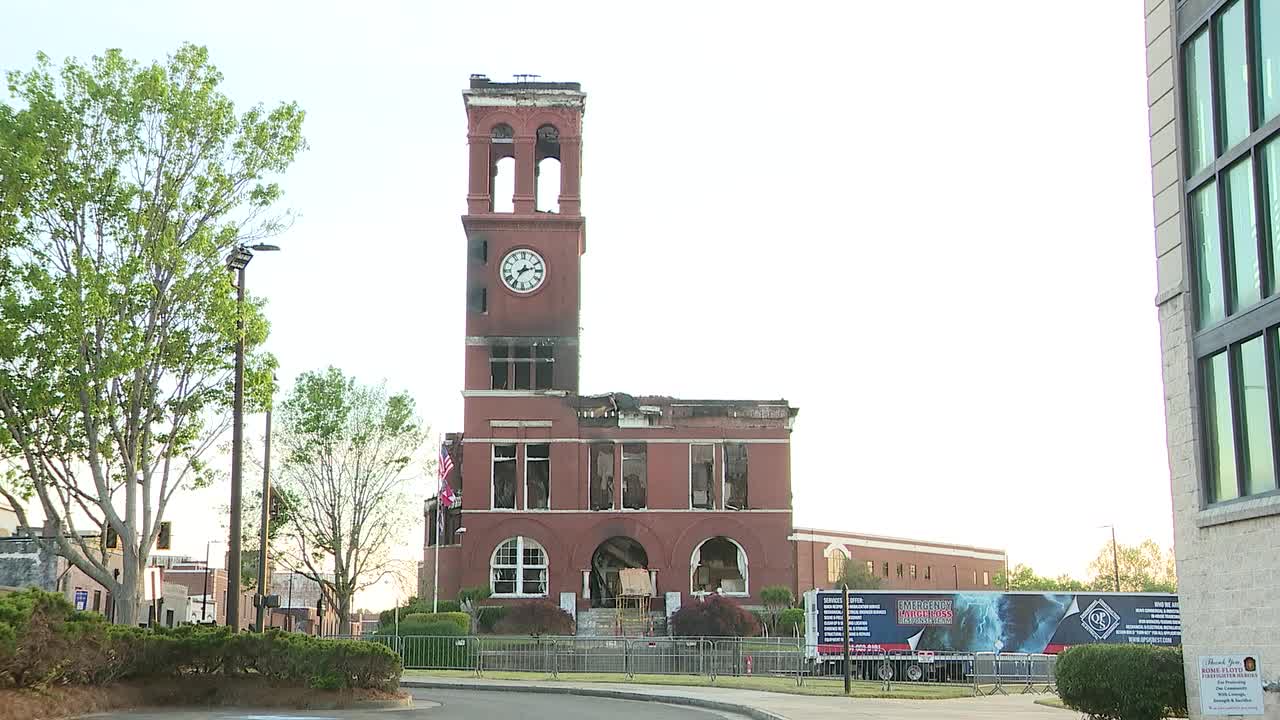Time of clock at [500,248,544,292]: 2:35
